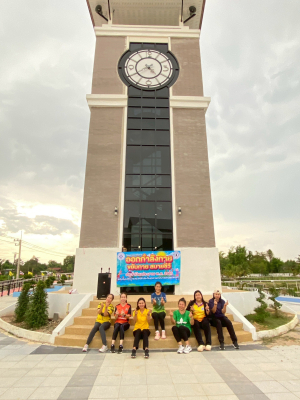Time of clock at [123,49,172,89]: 4:39
